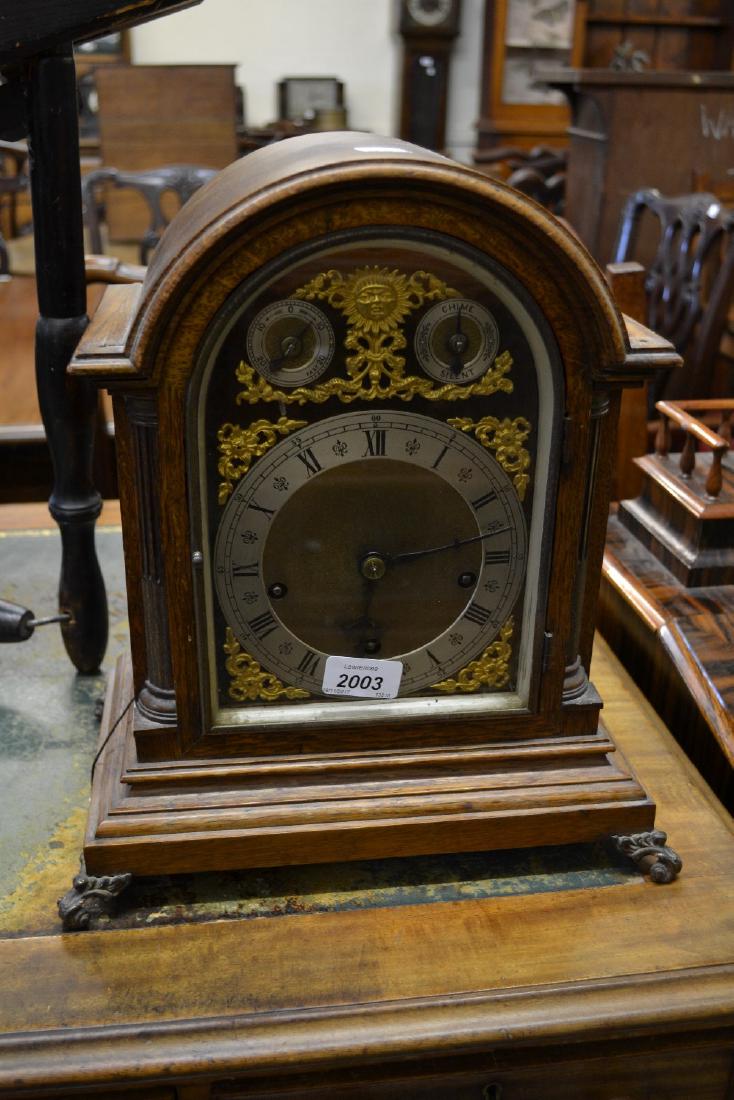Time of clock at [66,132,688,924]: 6:15
